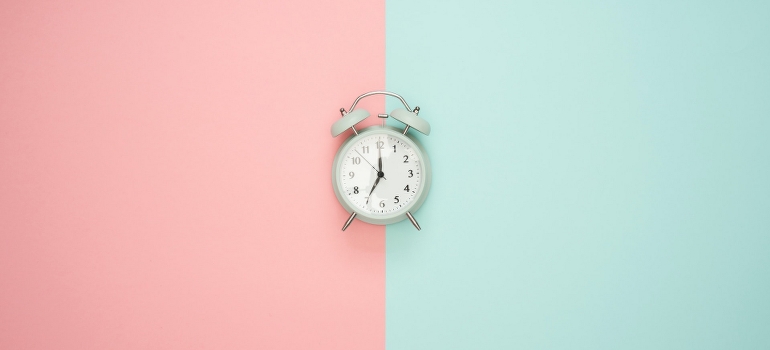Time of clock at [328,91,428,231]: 7:00
